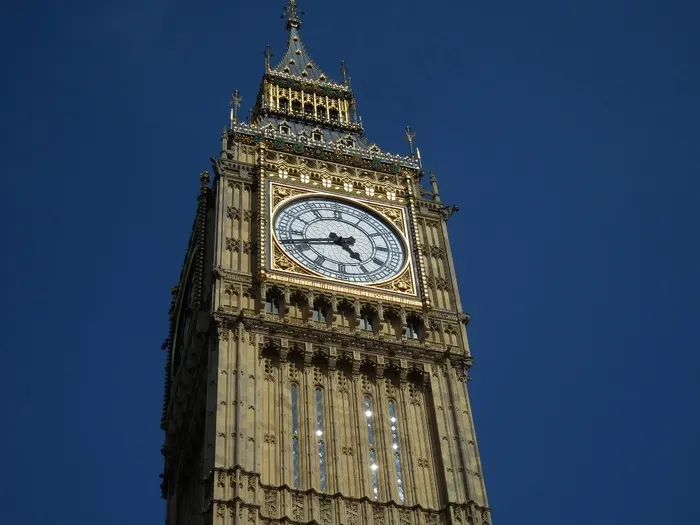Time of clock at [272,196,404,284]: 4:42
